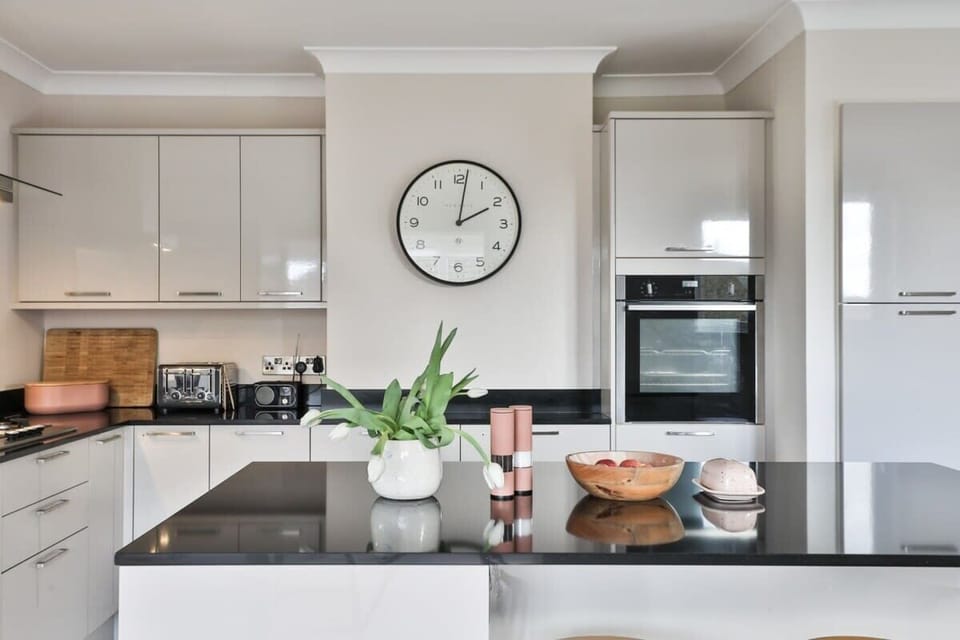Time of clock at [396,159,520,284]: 2:01
